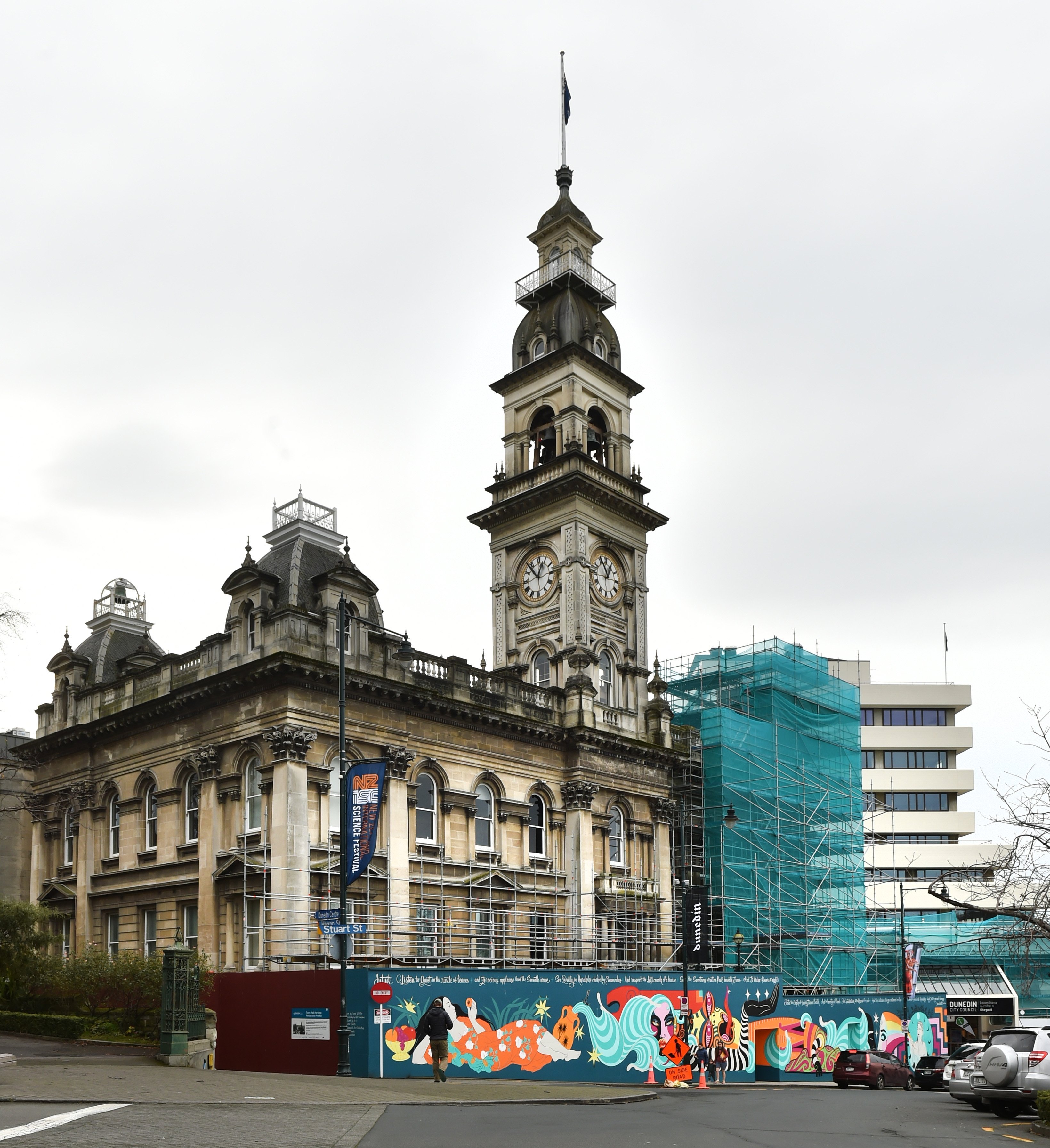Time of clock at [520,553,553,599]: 12:53
